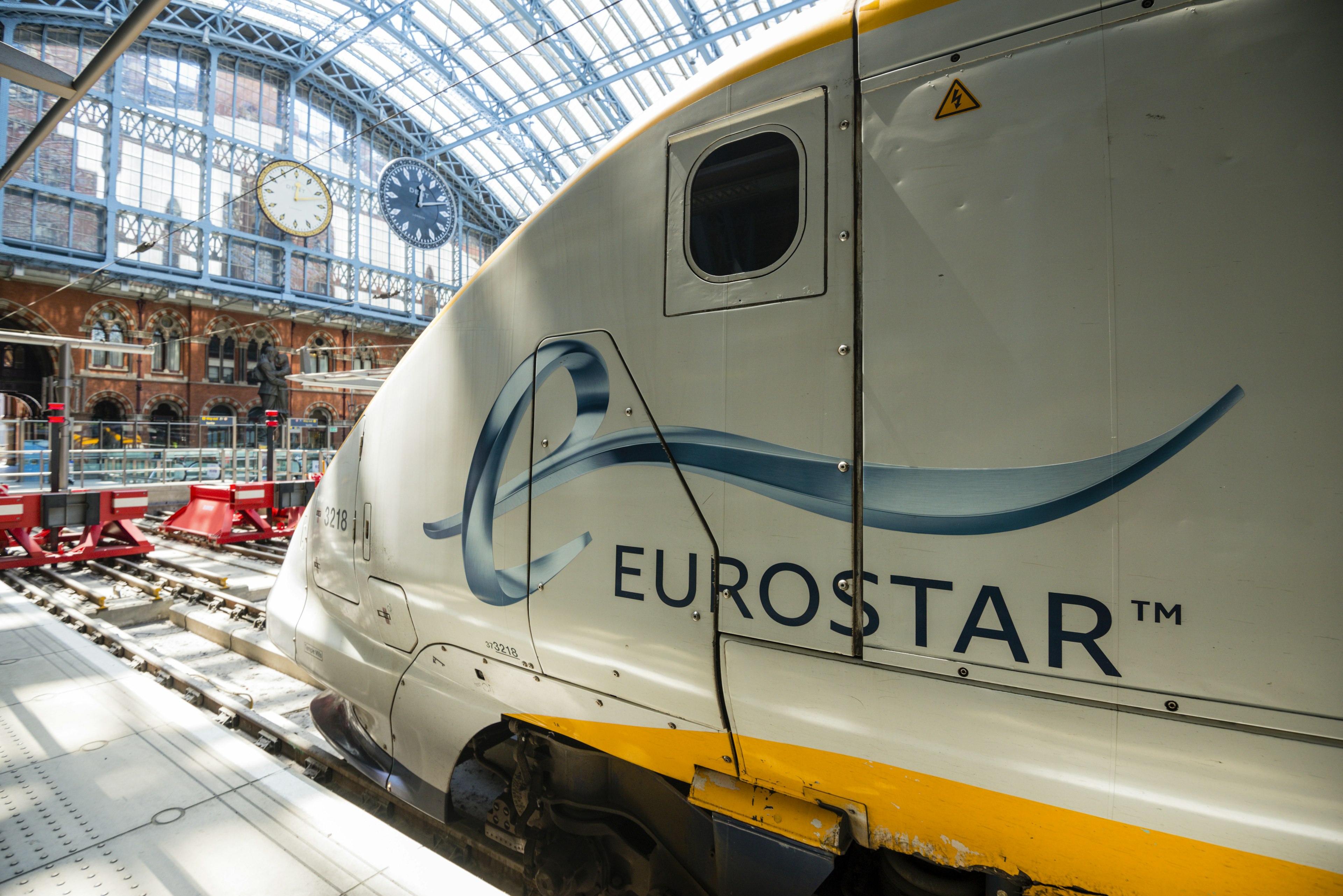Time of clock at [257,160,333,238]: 12:12
